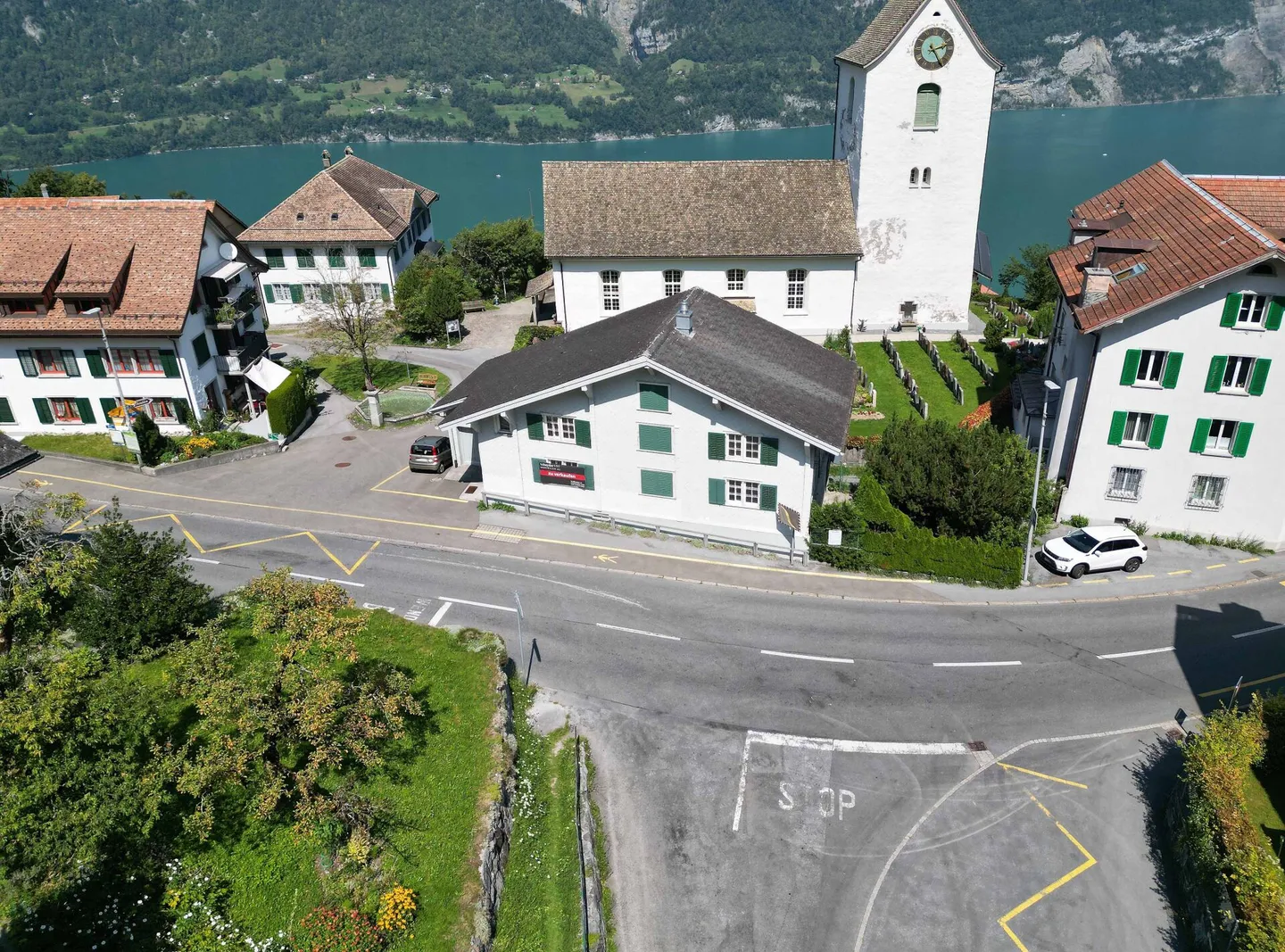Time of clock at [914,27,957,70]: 2:24
